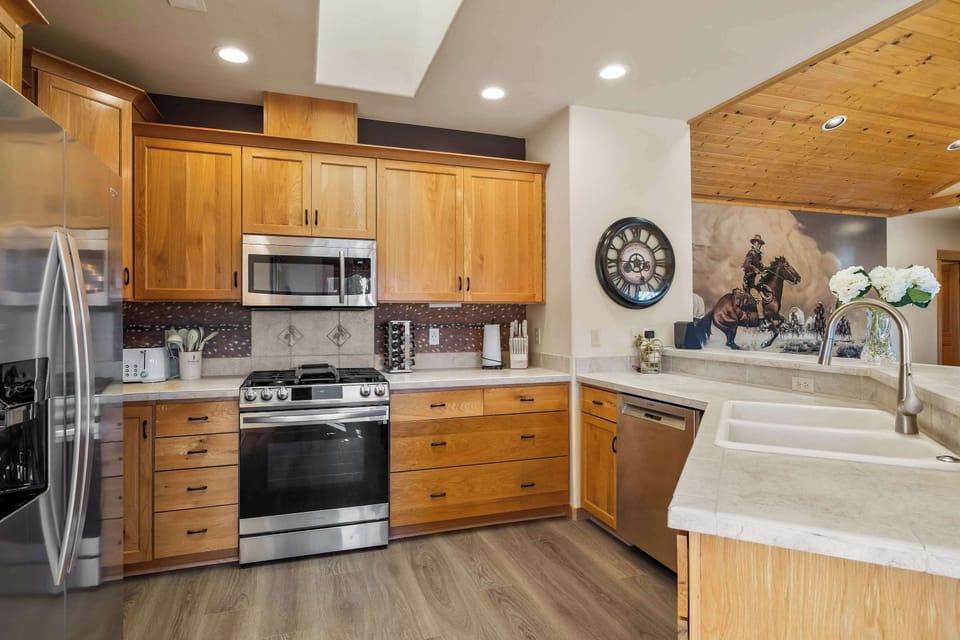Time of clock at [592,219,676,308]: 5:45
